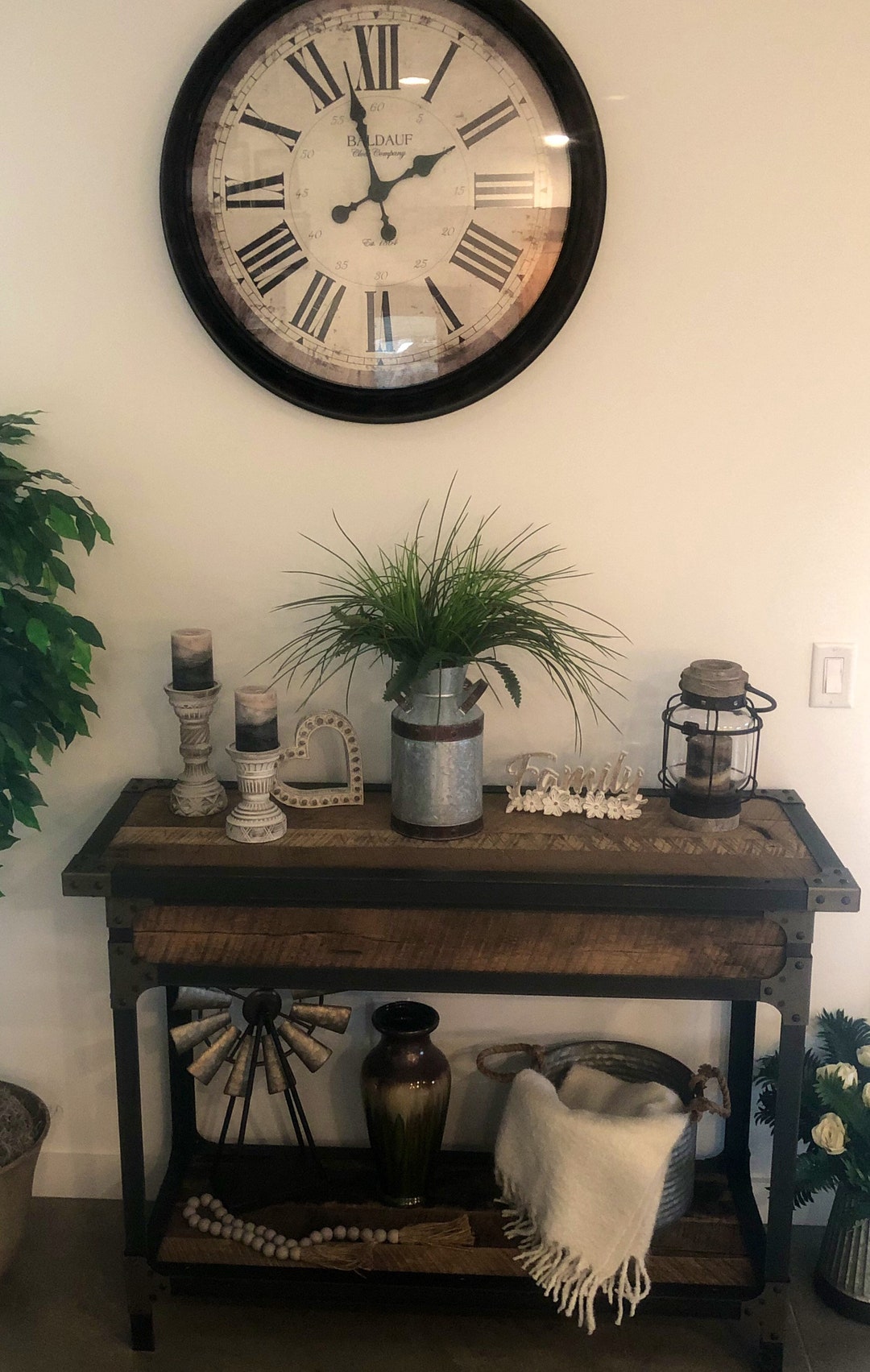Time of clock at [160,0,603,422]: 1:57
